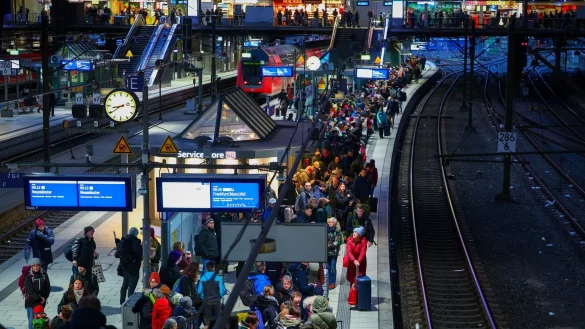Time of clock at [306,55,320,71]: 8:39
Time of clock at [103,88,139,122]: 8:39
